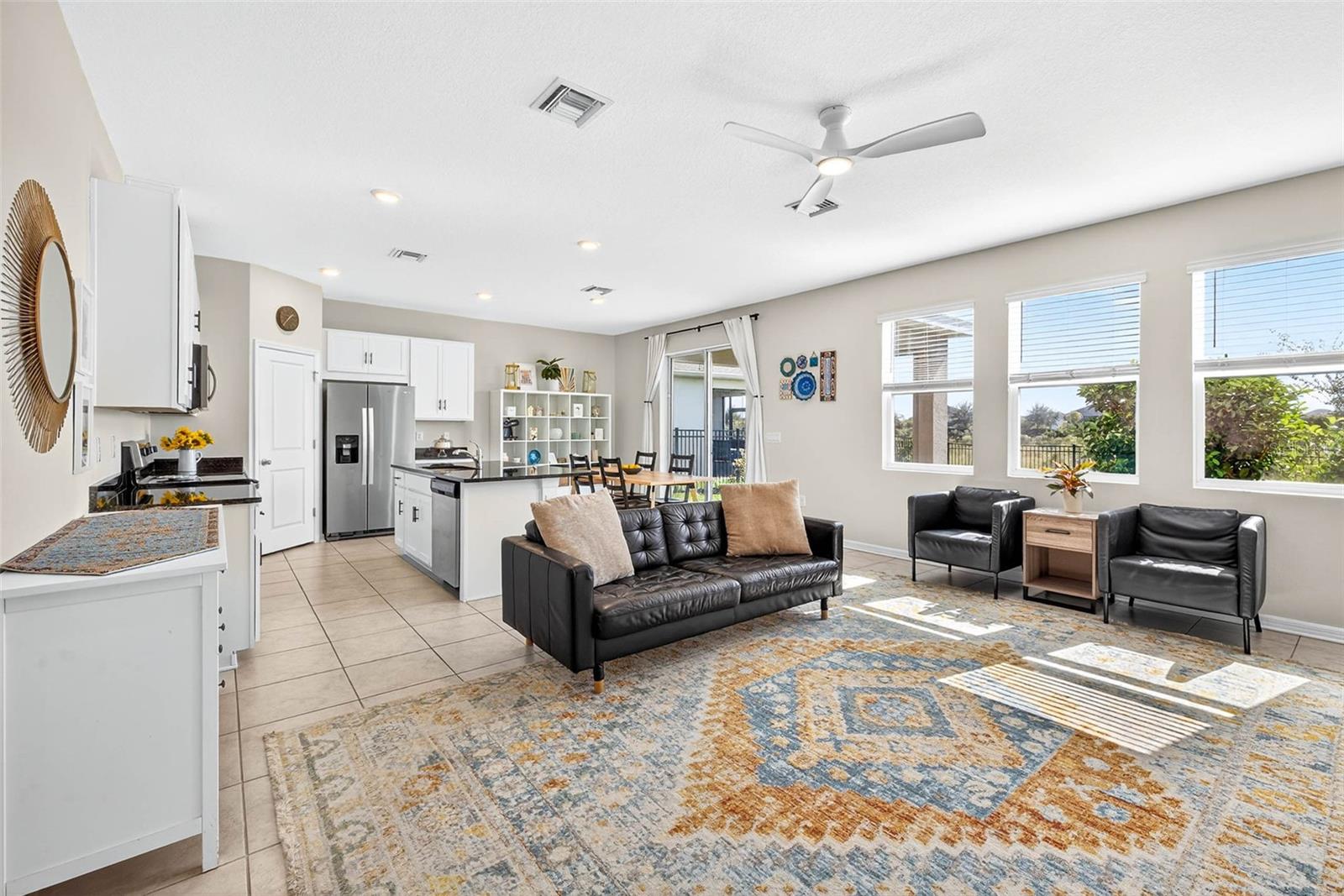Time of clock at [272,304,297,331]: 1:36
